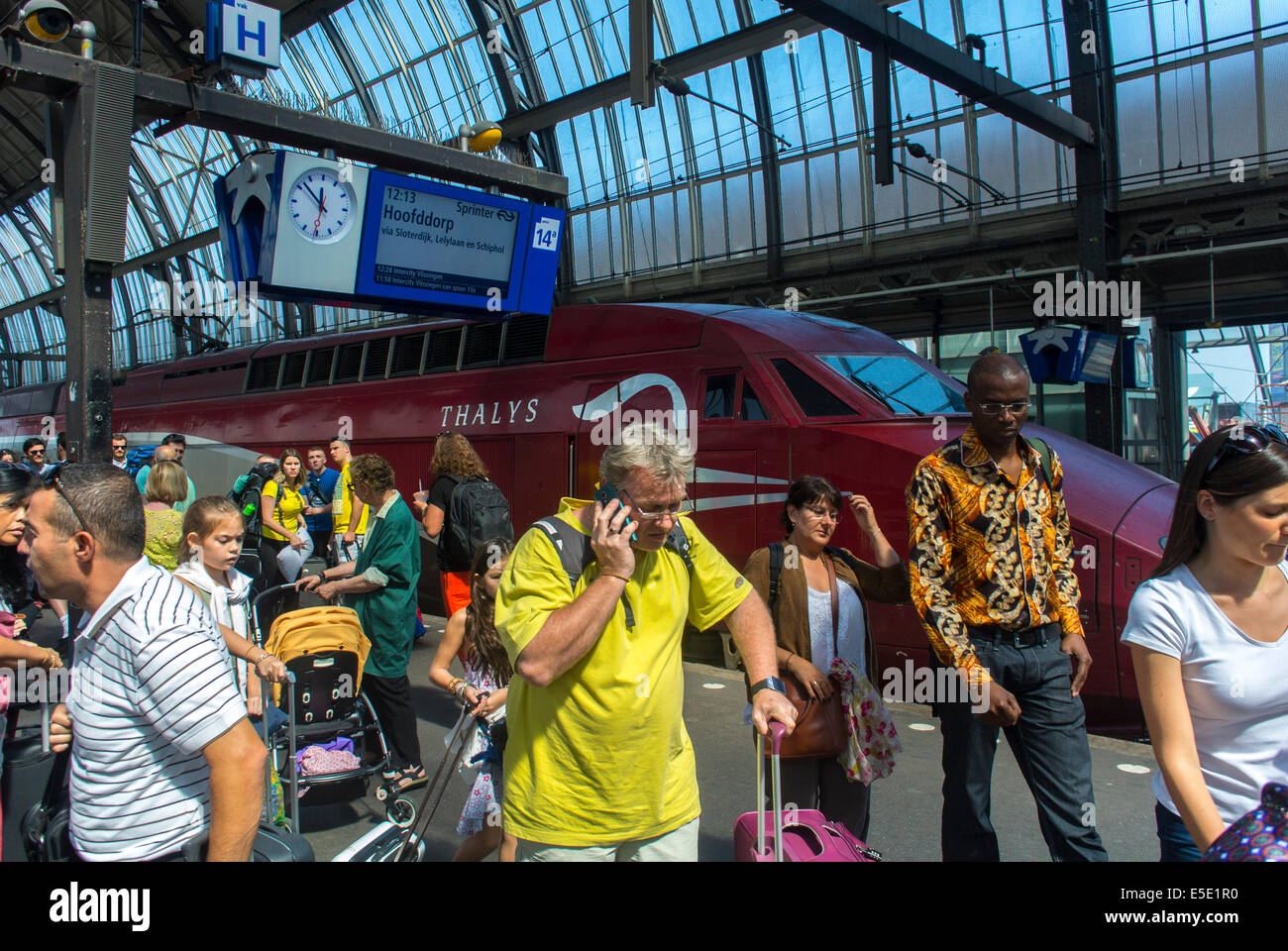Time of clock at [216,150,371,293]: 11:52
